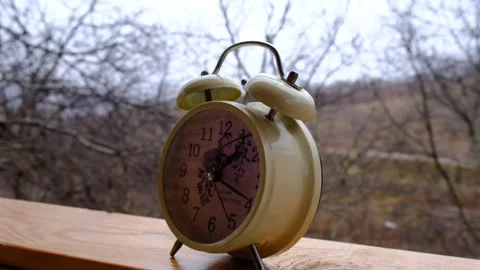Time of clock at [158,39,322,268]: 1:19
